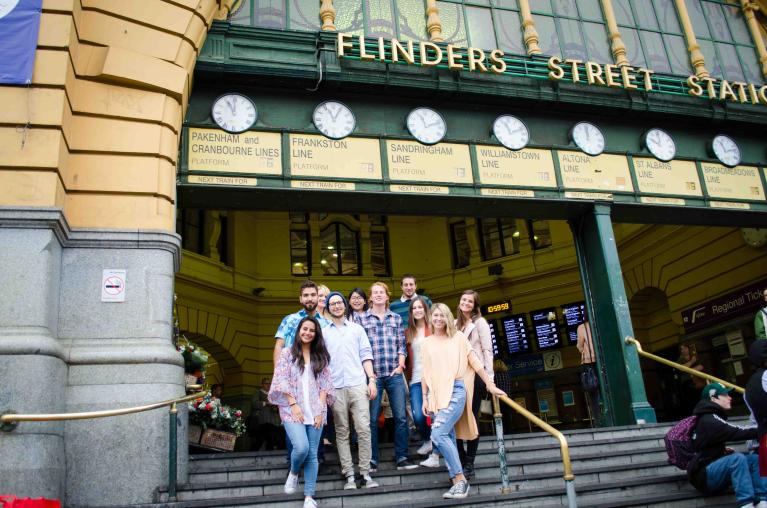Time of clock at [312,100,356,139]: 11:04
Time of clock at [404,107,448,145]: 11:11
